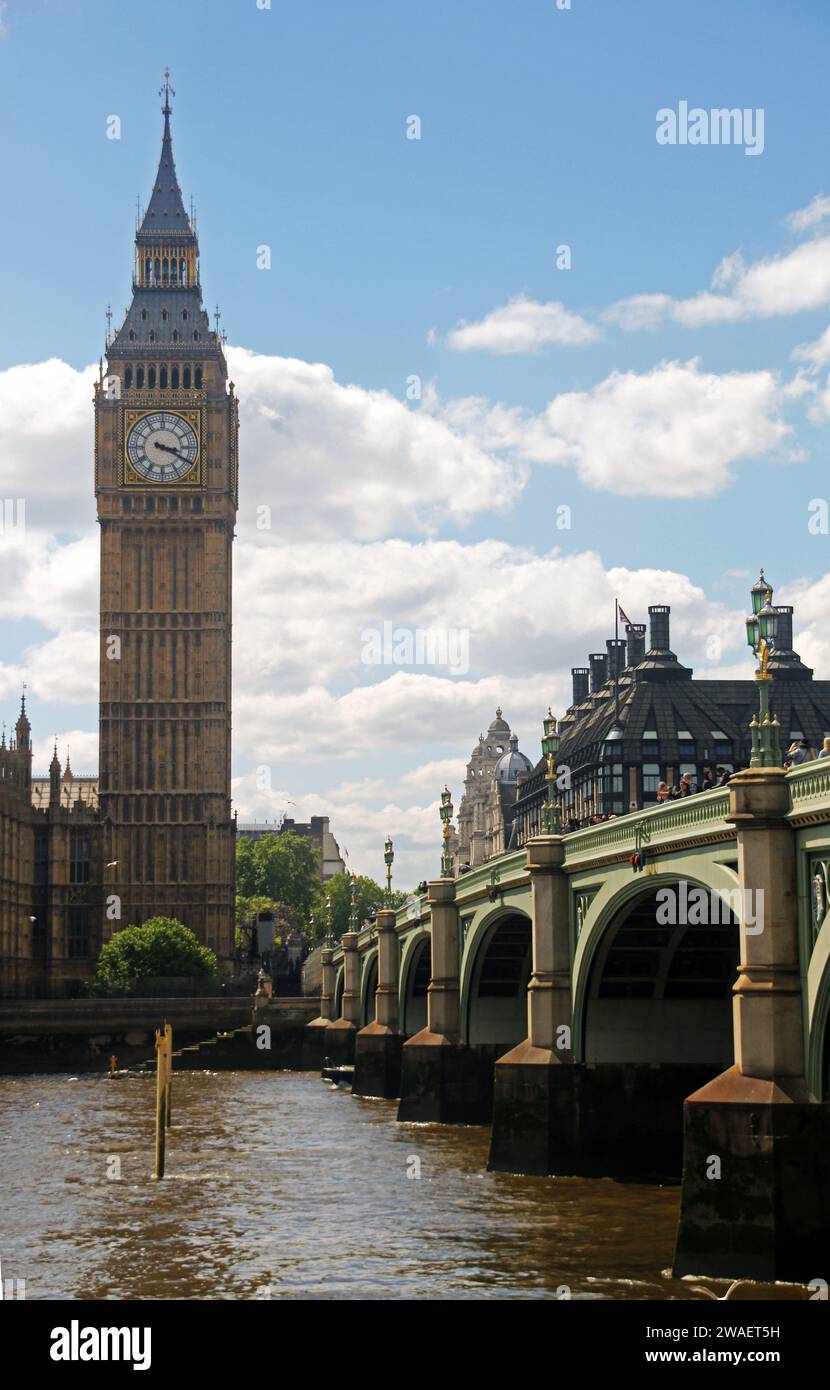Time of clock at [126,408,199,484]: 3:19
